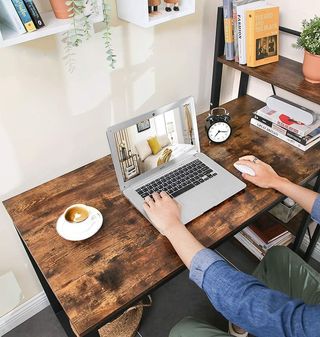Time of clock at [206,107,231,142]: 7:16
